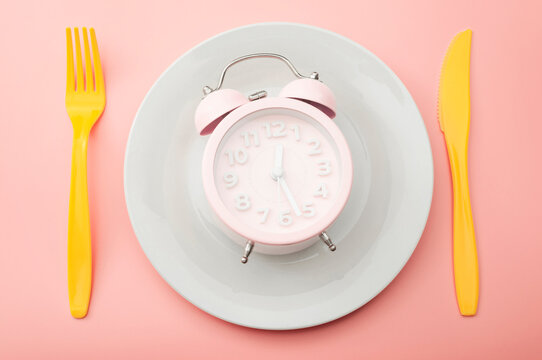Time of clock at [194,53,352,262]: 12:26
